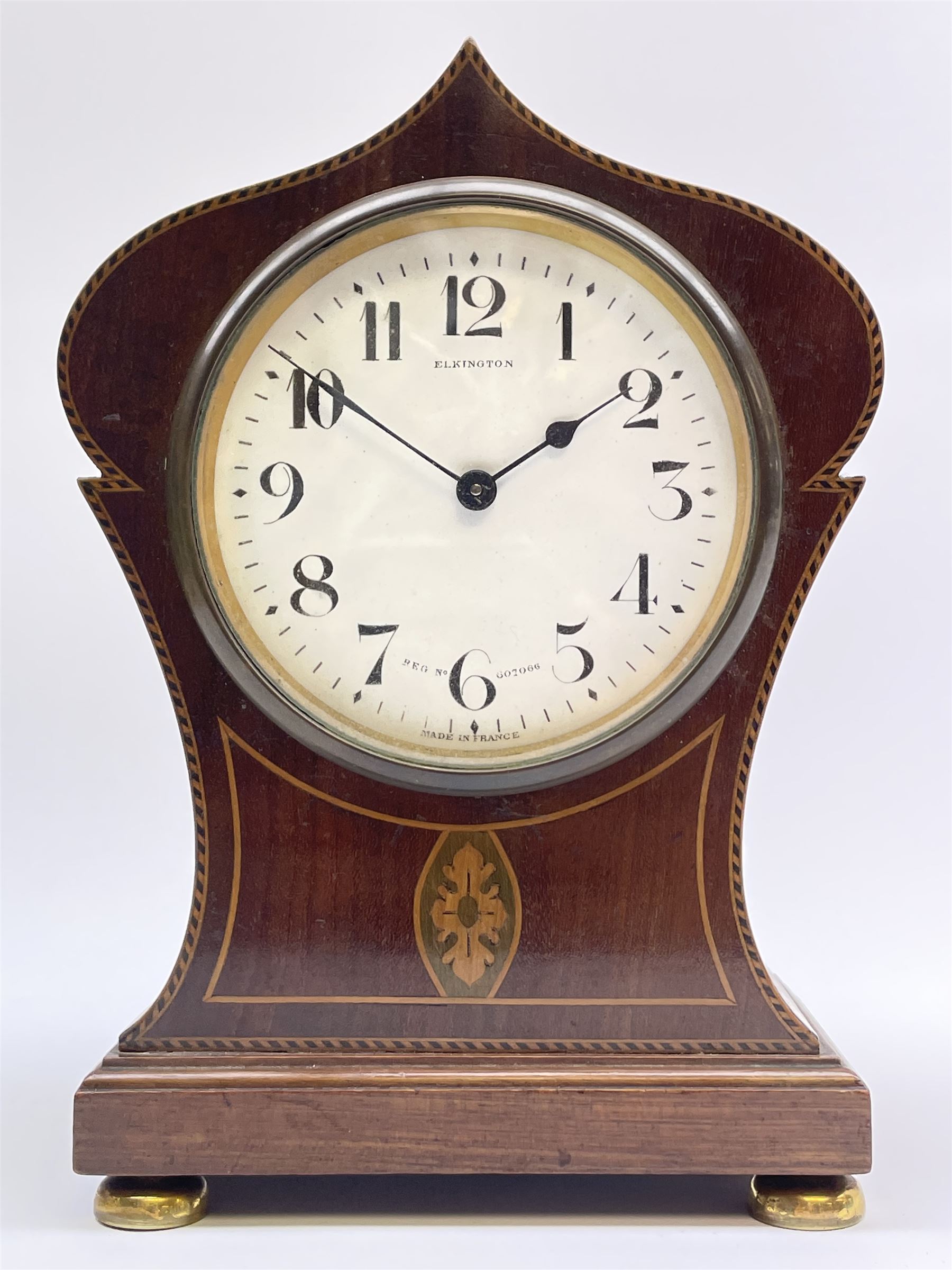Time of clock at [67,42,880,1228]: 1:50
